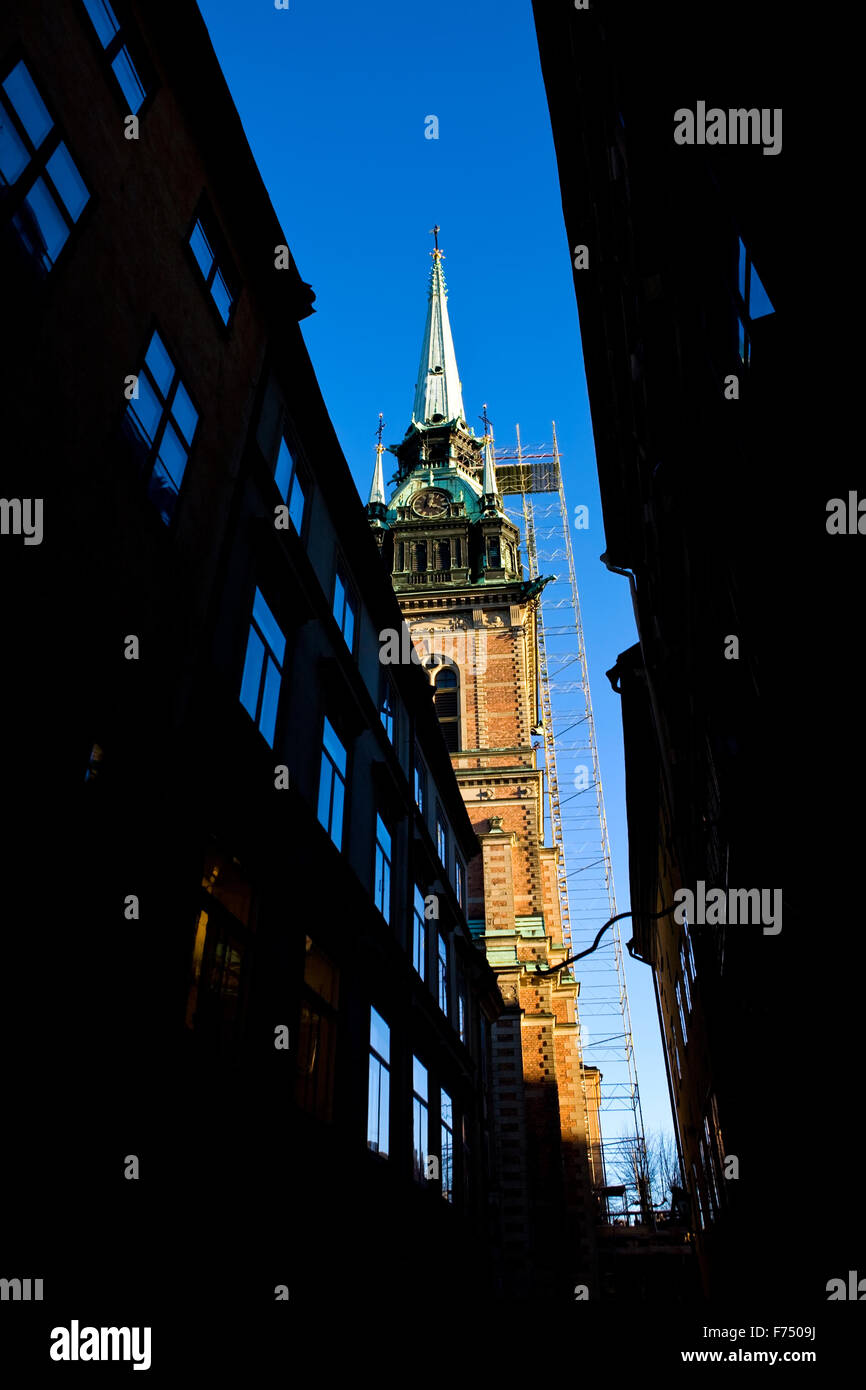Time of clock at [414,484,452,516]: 12:19
